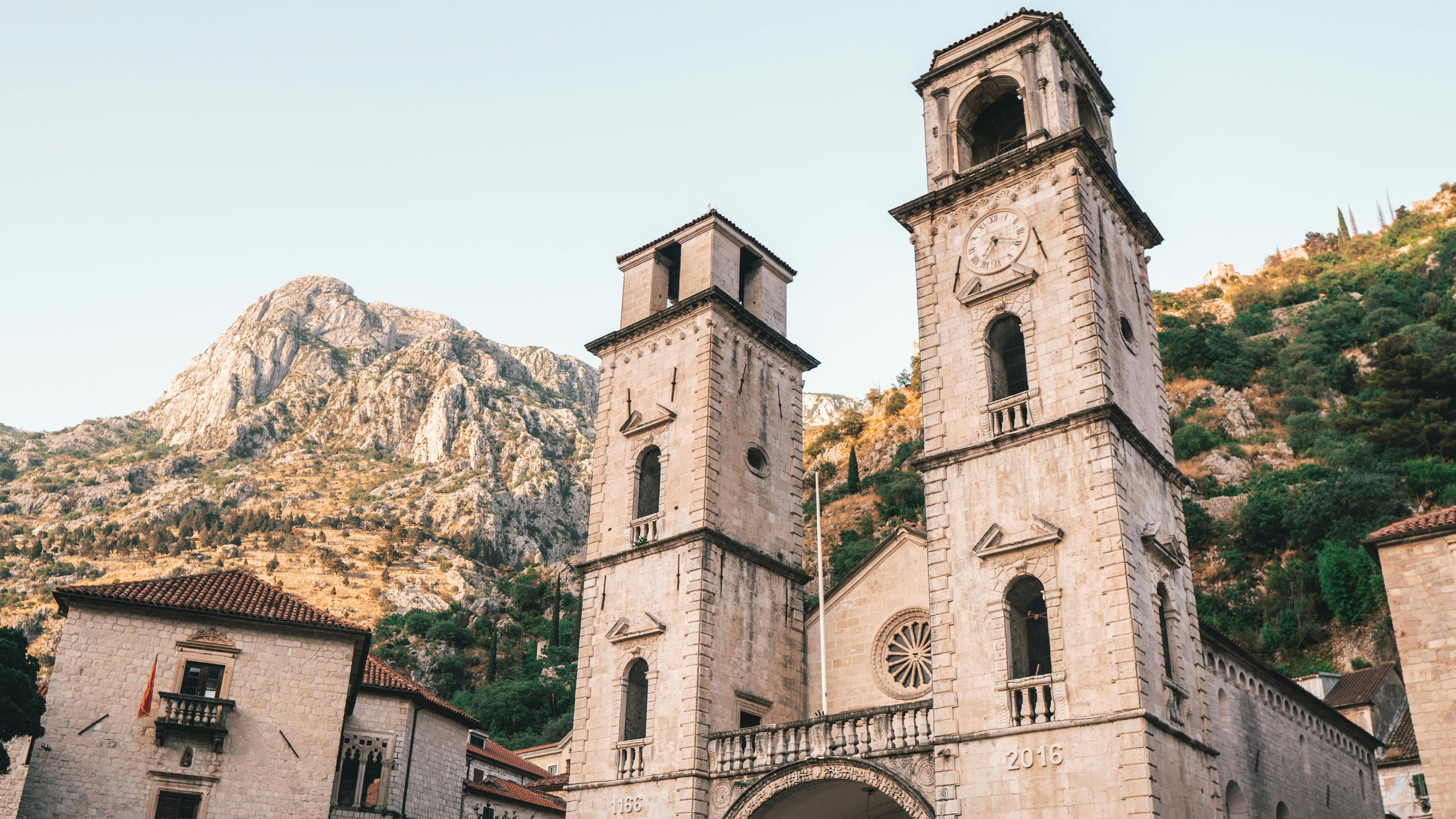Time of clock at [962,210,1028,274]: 7:18
